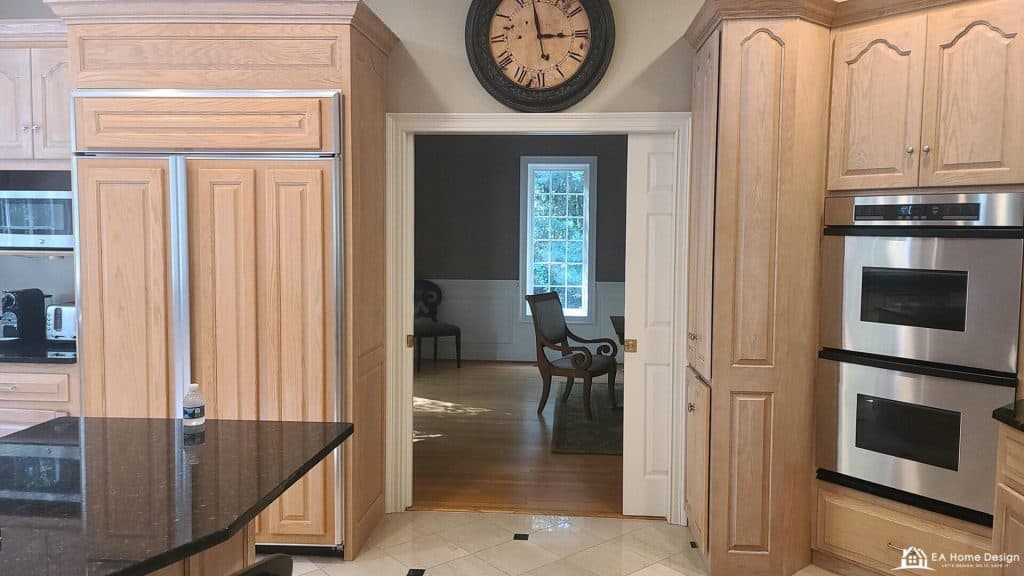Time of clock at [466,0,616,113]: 2:58
